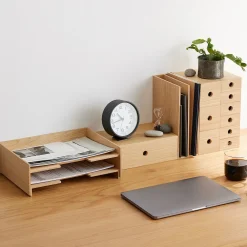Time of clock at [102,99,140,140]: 10:42
